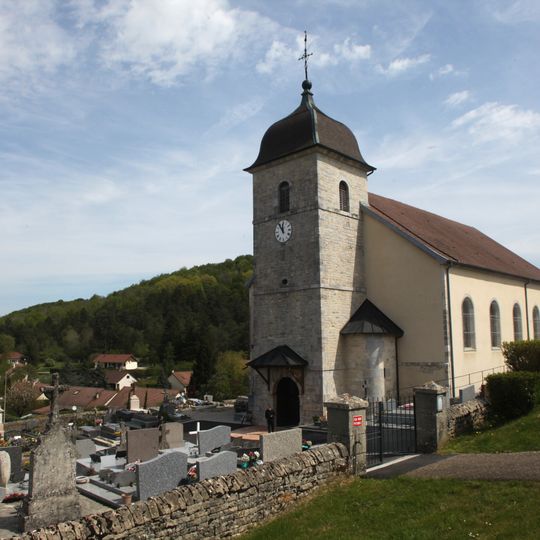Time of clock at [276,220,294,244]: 11:55
